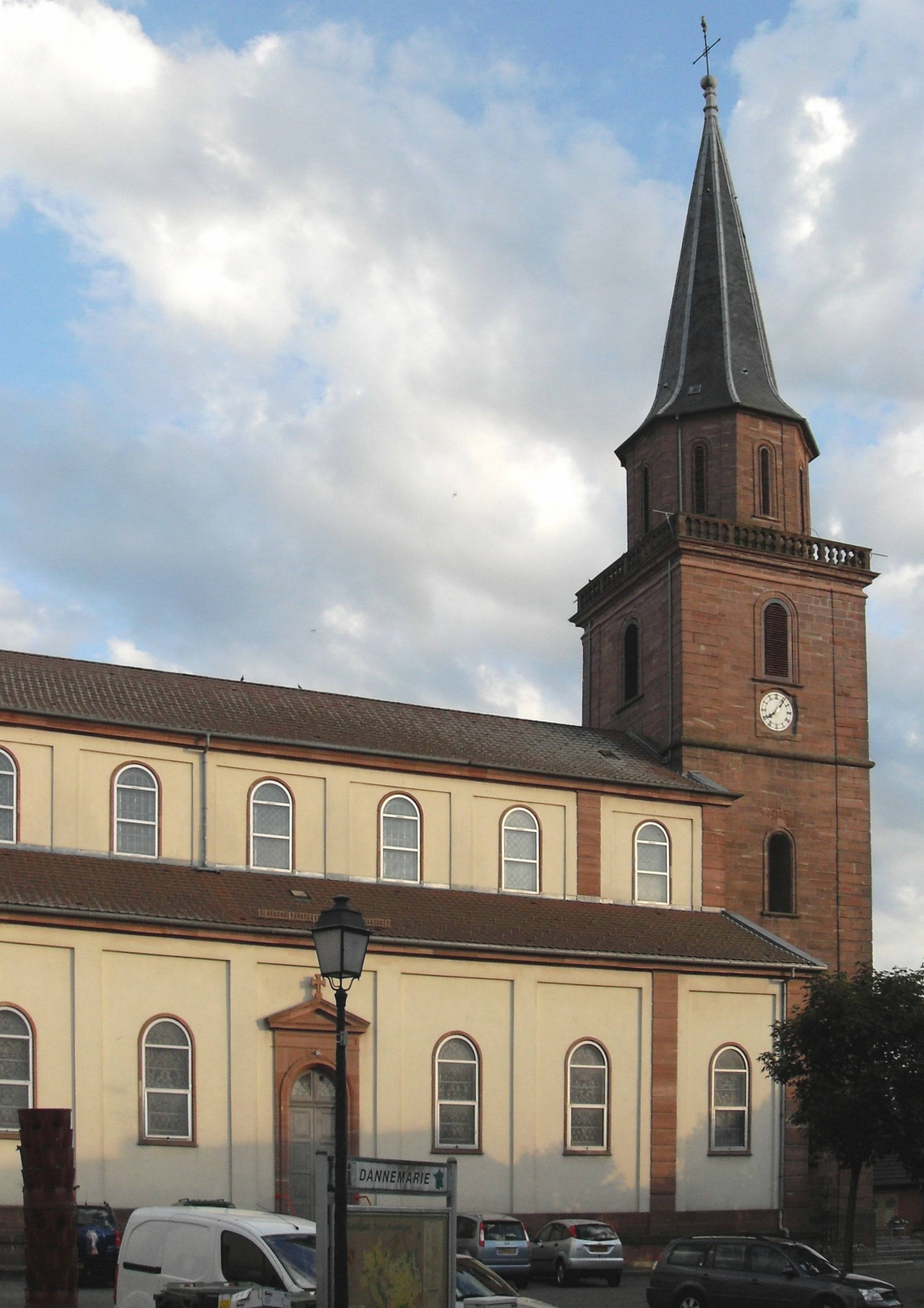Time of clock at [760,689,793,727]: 8:06
